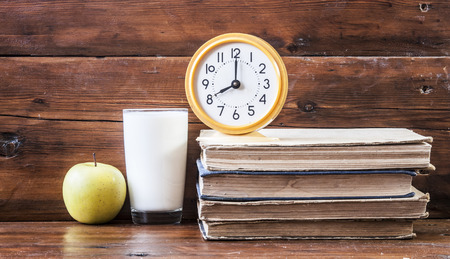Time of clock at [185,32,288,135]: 8:00
